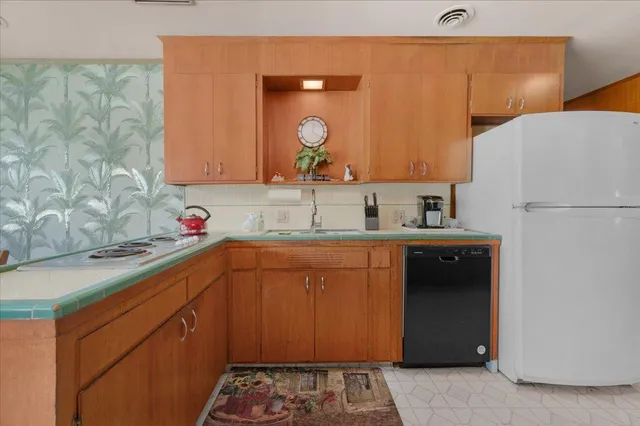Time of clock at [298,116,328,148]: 12:20
